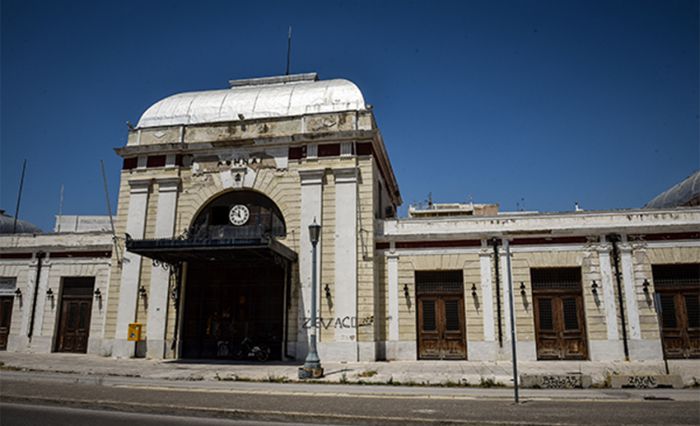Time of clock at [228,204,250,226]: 11:47
